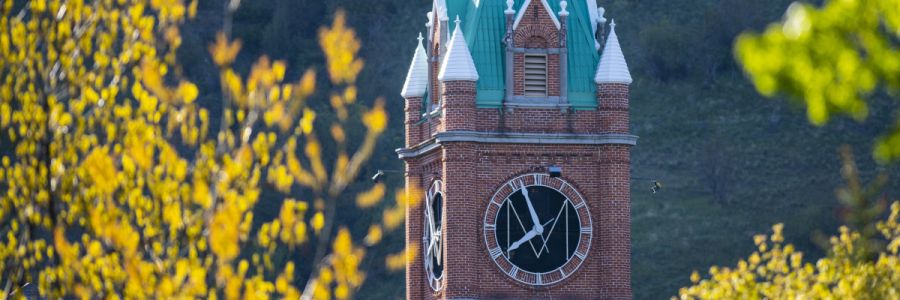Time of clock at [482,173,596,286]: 7:56
